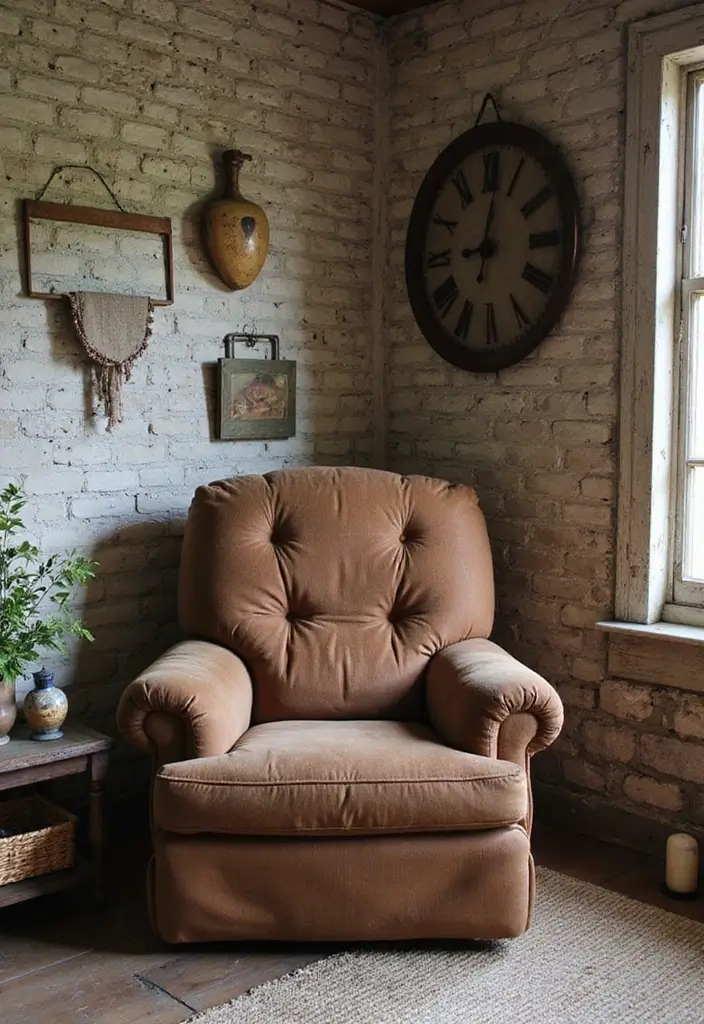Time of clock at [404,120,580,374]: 9:01
